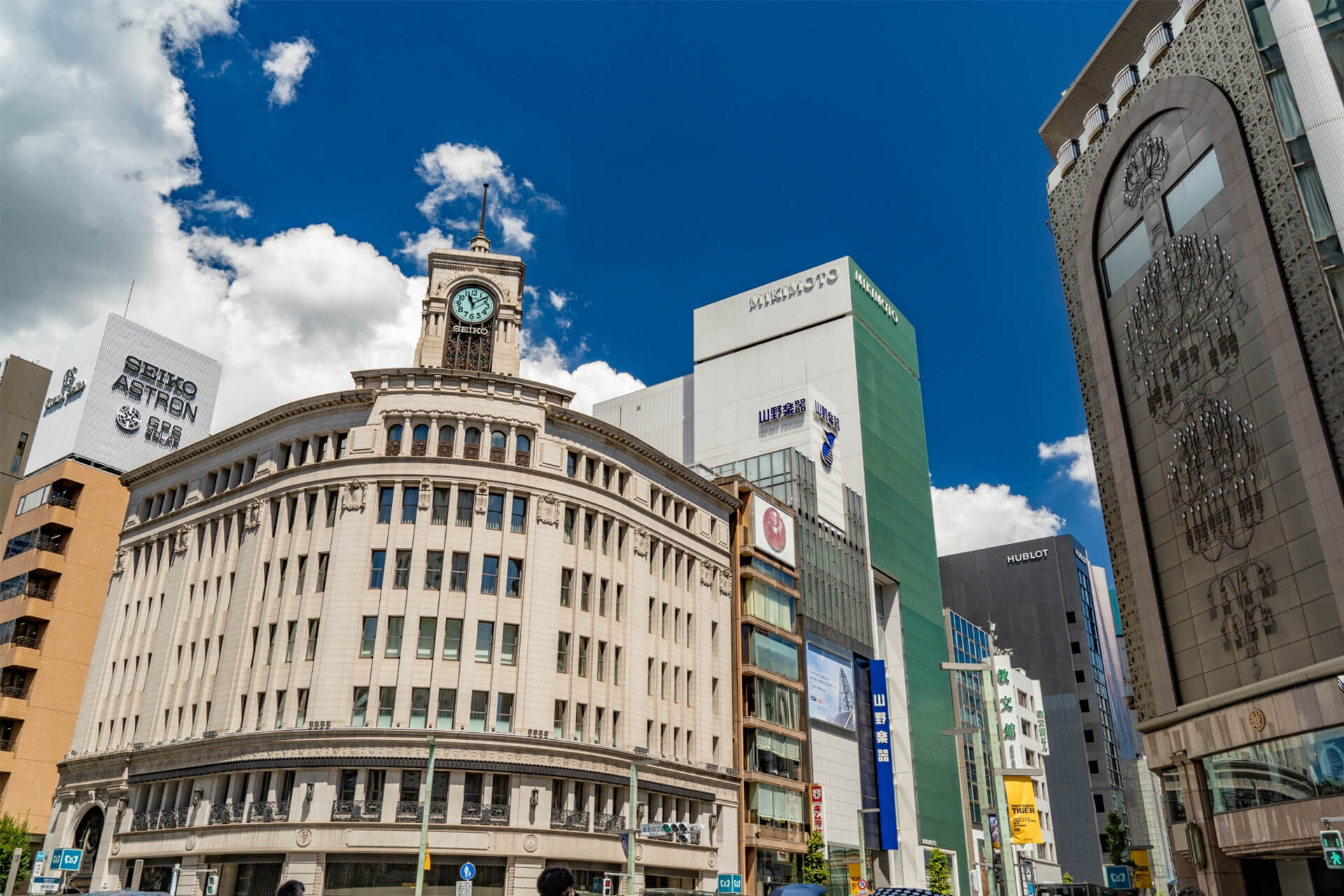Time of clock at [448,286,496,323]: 11:08
